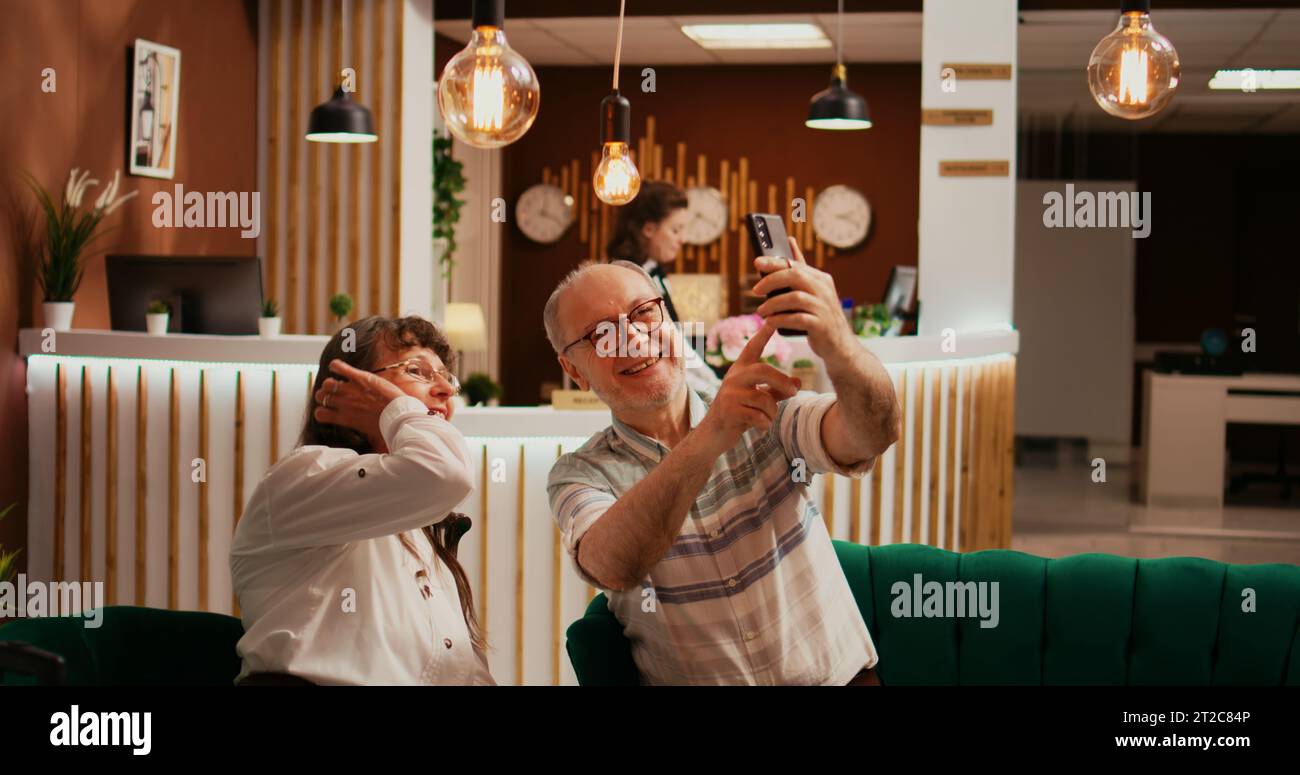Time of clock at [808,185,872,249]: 2:18
